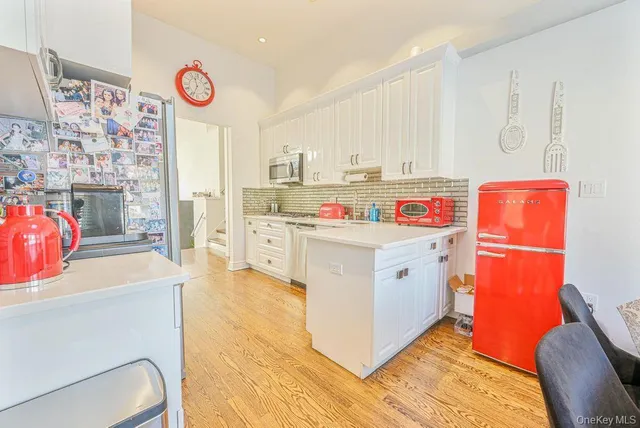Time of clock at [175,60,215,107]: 11:33
